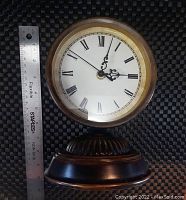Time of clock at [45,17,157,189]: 3:02
